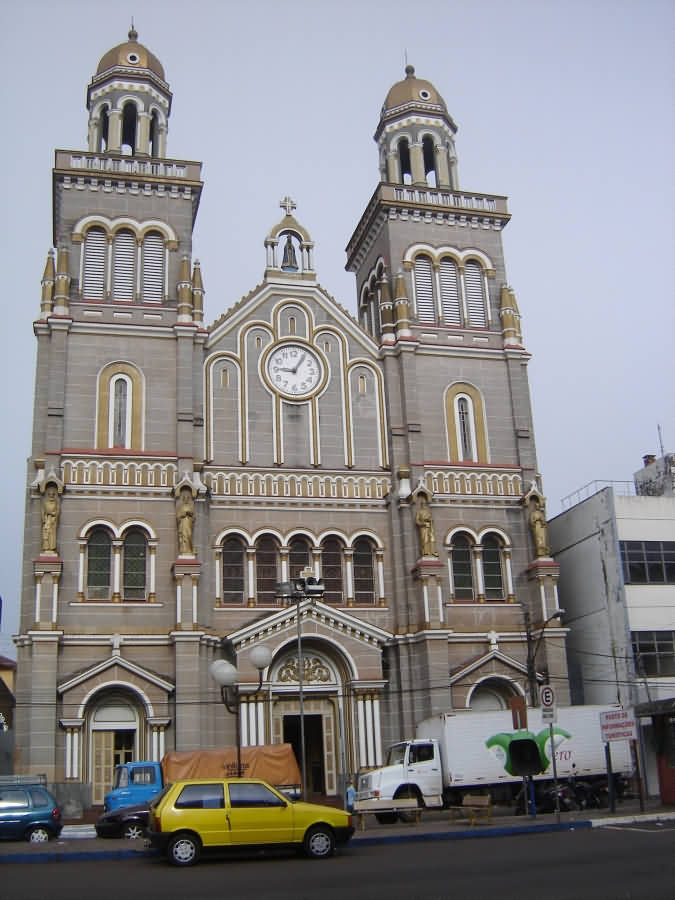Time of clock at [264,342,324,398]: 9:05
